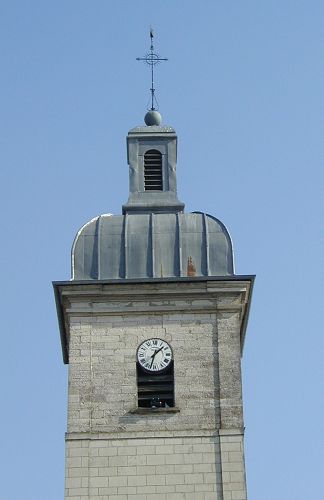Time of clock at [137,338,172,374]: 1:32
